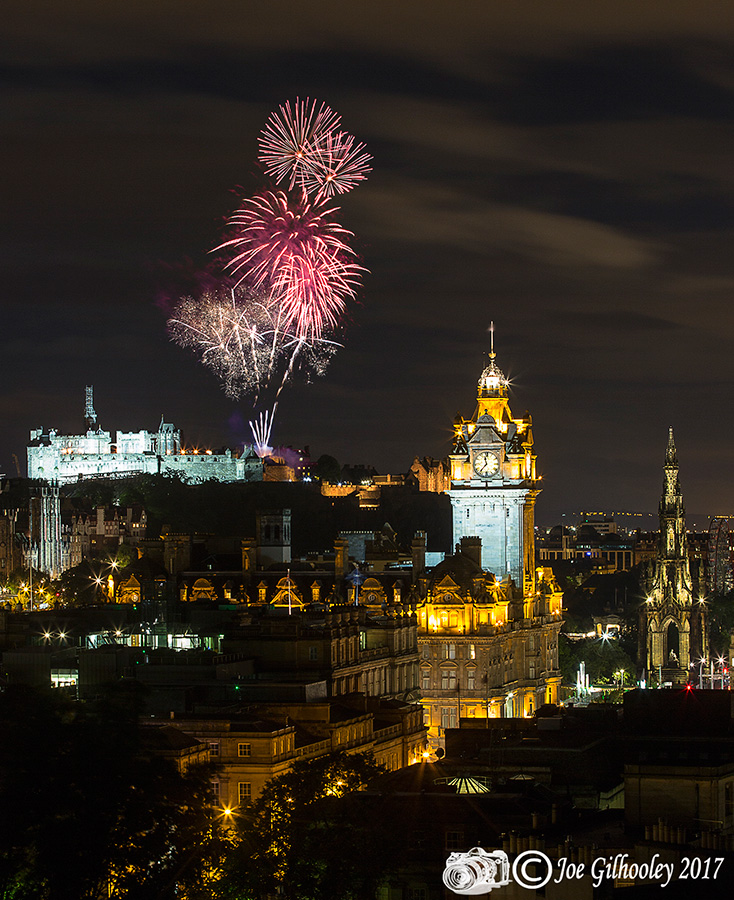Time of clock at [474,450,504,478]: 11:36
